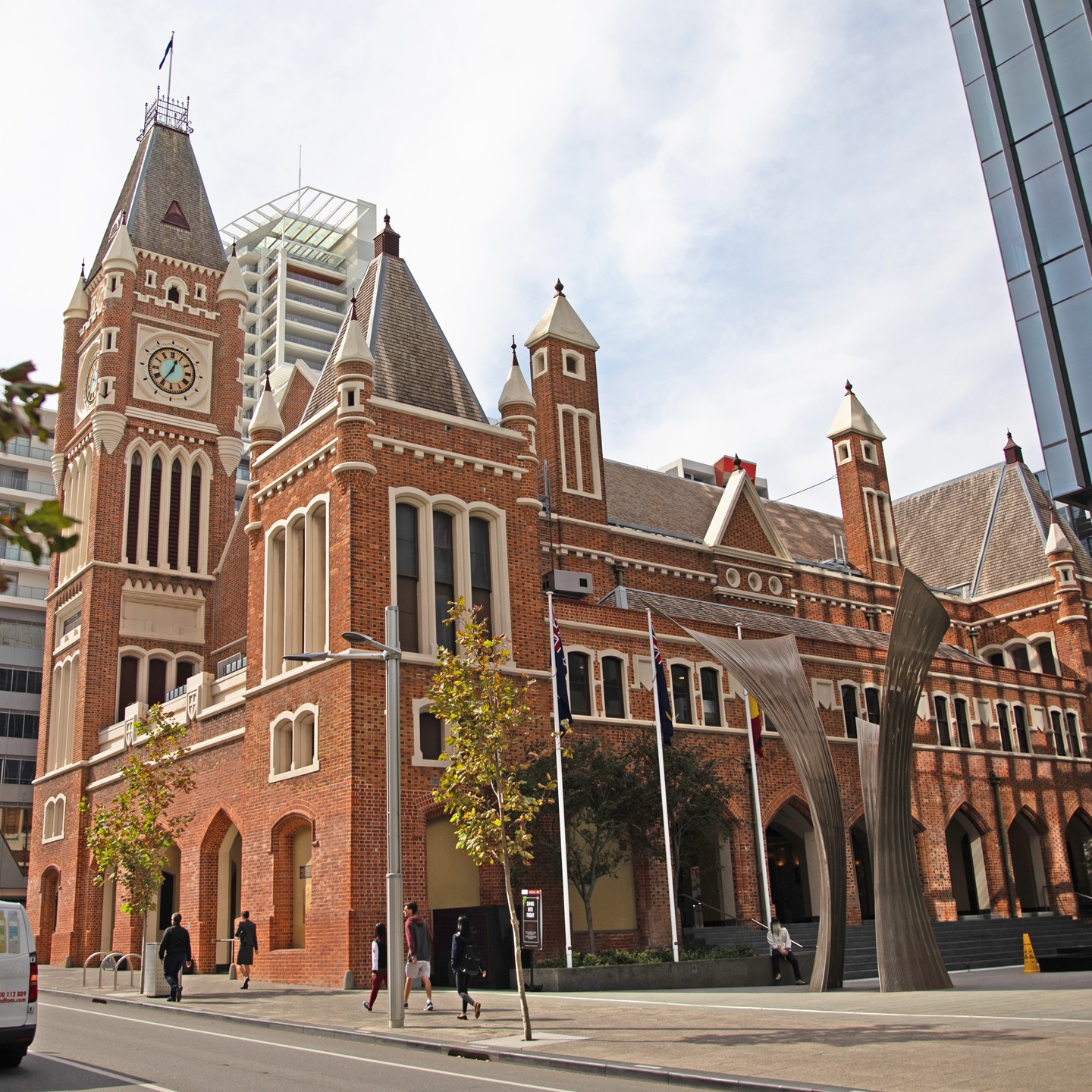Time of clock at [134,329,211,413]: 12:35
